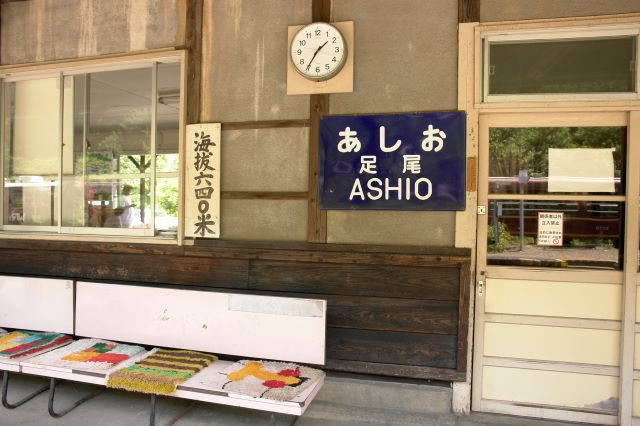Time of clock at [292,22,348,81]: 1:35
